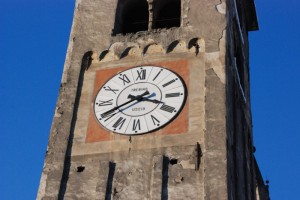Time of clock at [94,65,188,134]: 3:40
